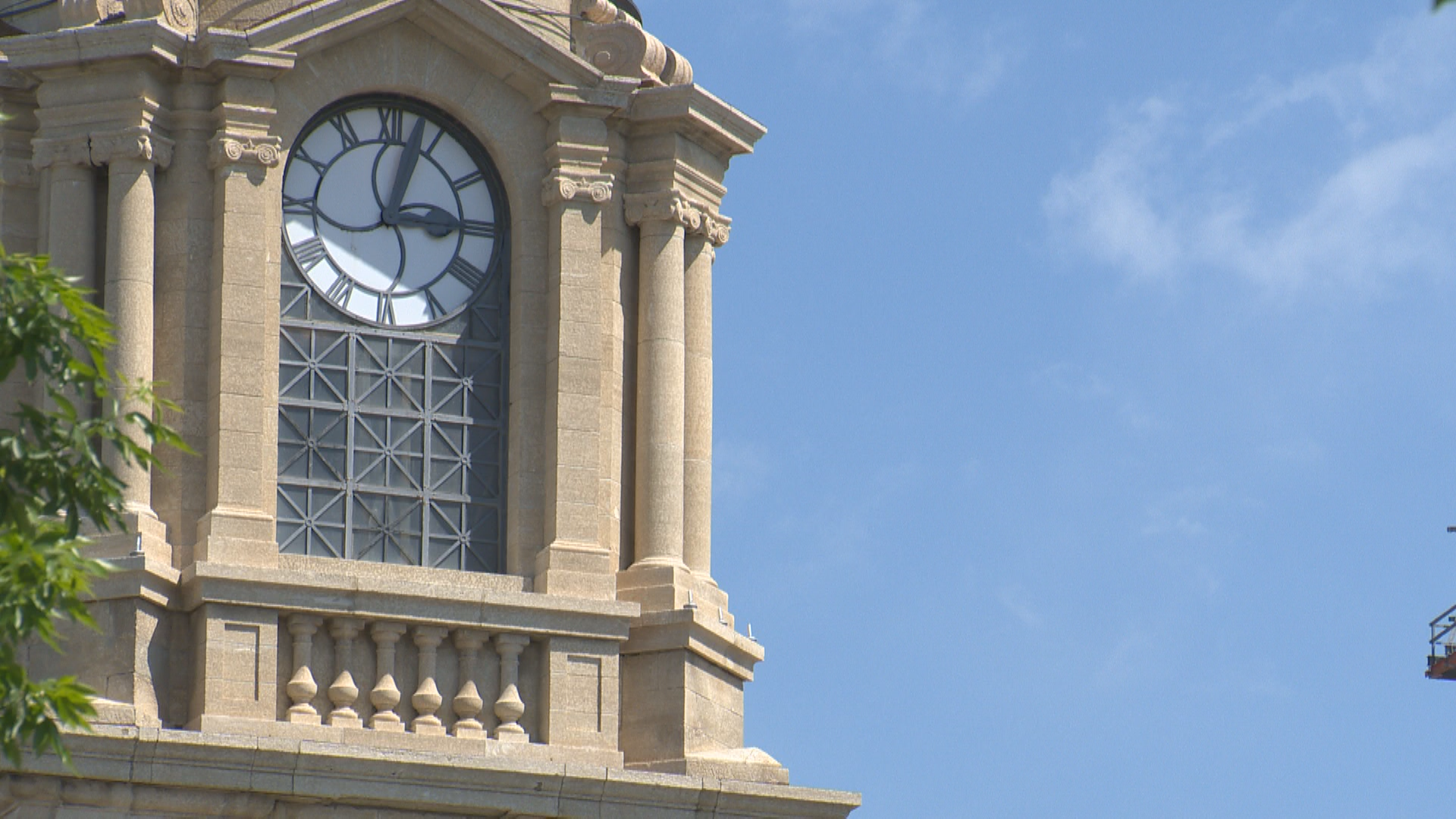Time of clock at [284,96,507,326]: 3:02
